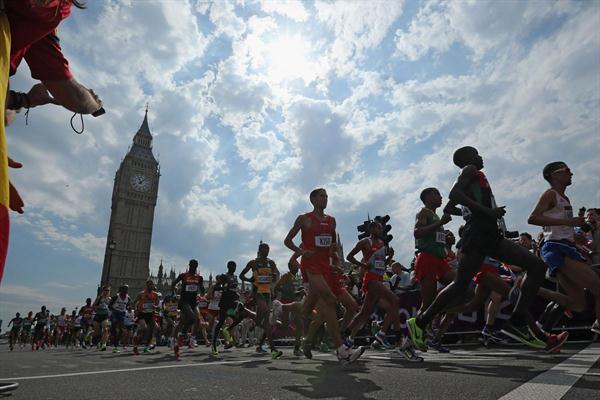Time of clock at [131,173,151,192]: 11:07
